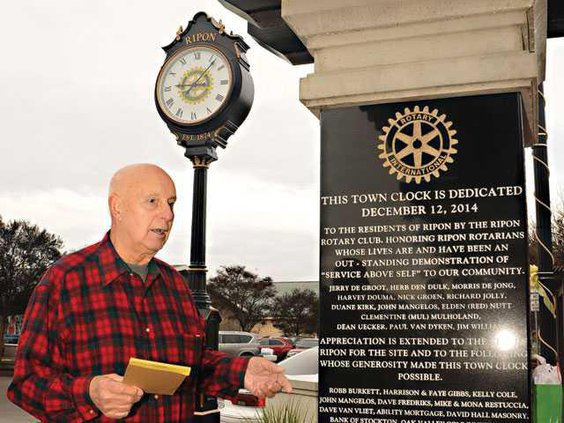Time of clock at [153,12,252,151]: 9:07
